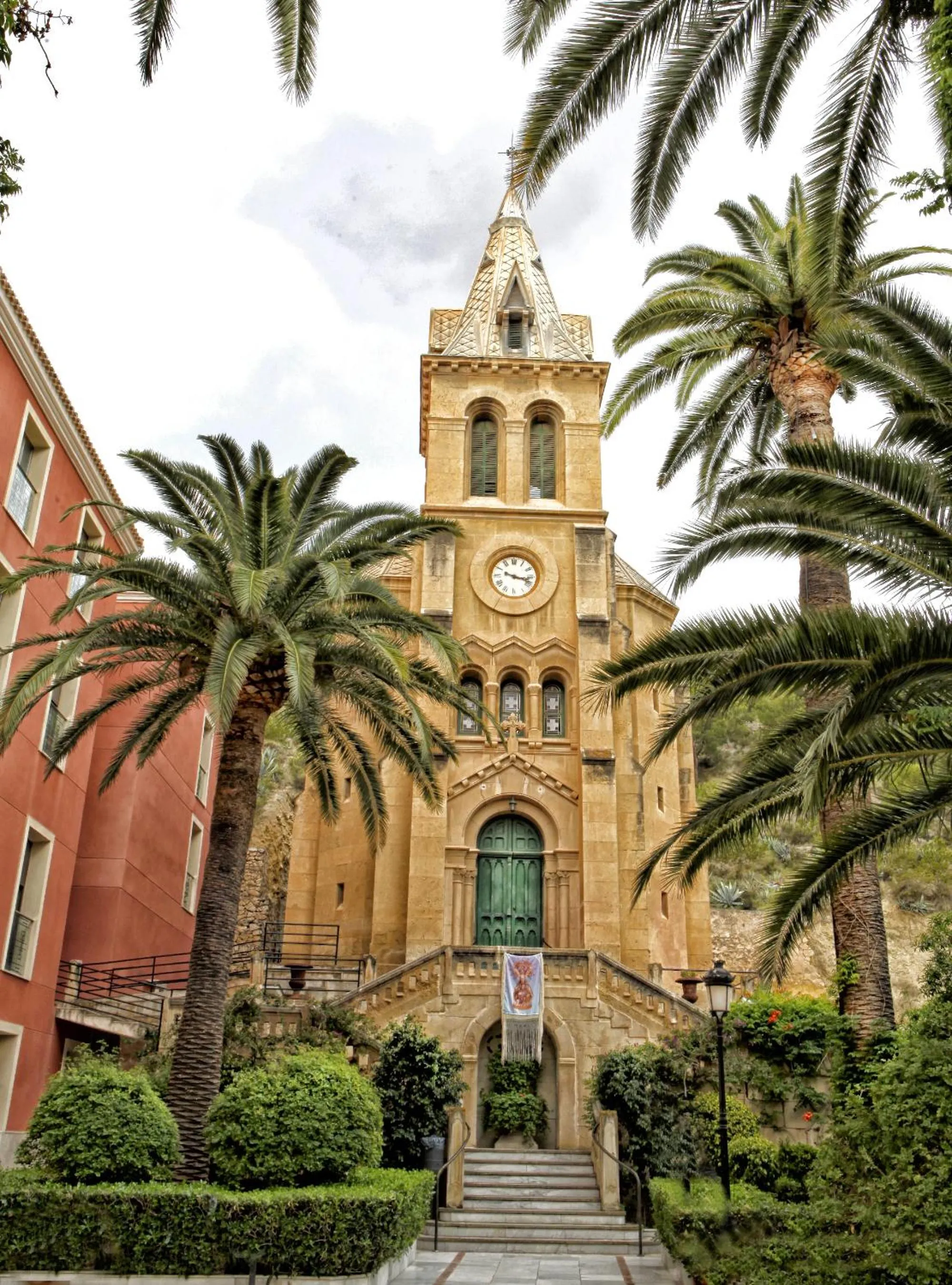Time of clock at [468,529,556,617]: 3:17
